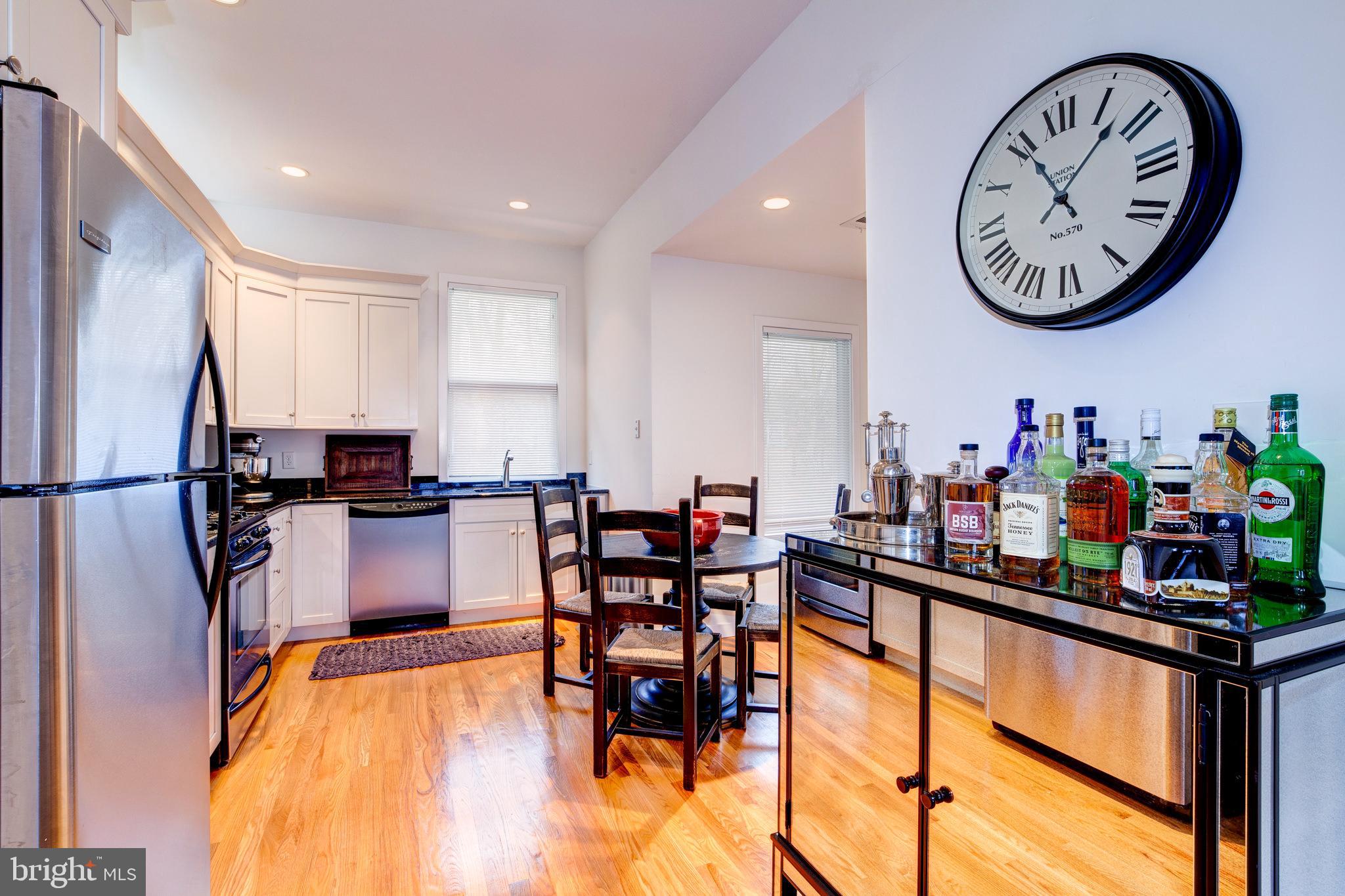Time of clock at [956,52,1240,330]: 11:07
